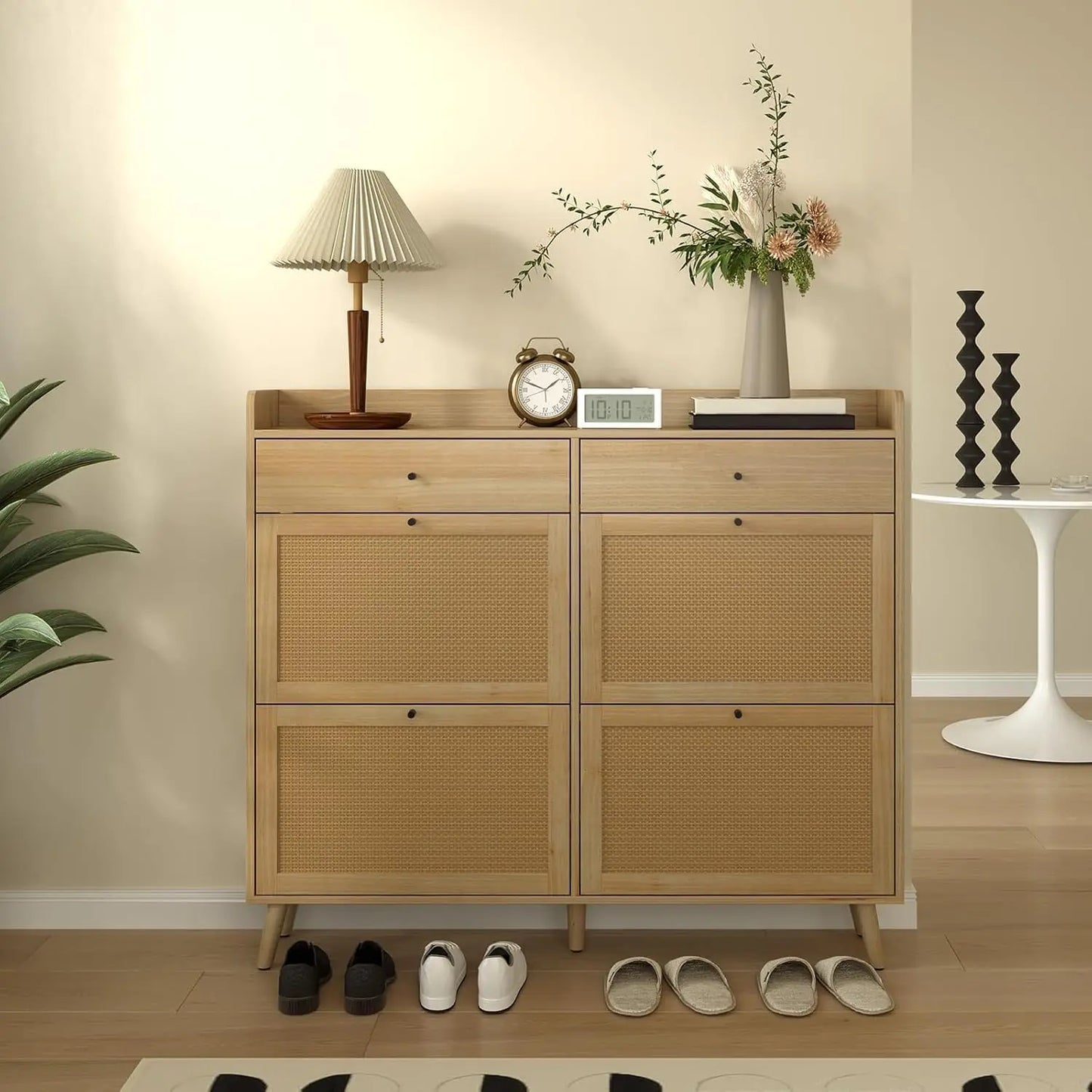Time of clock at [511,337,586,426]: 1:48
